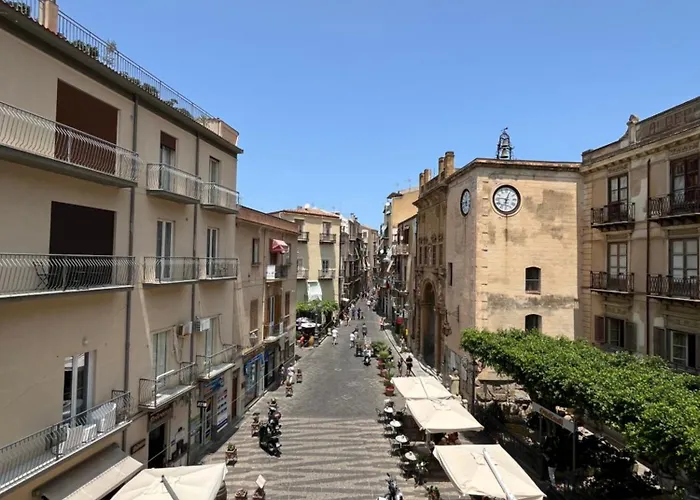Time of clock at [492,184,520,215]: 12:46
